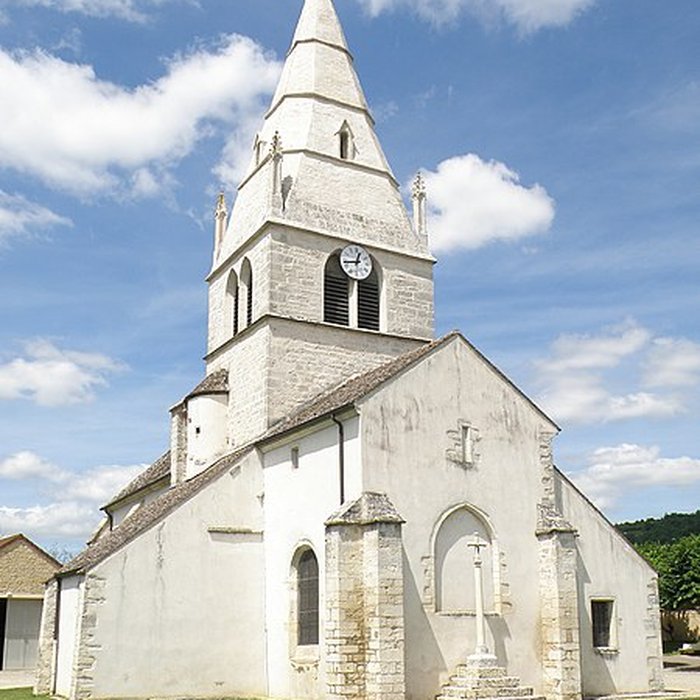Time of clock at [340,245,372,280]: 12:43
